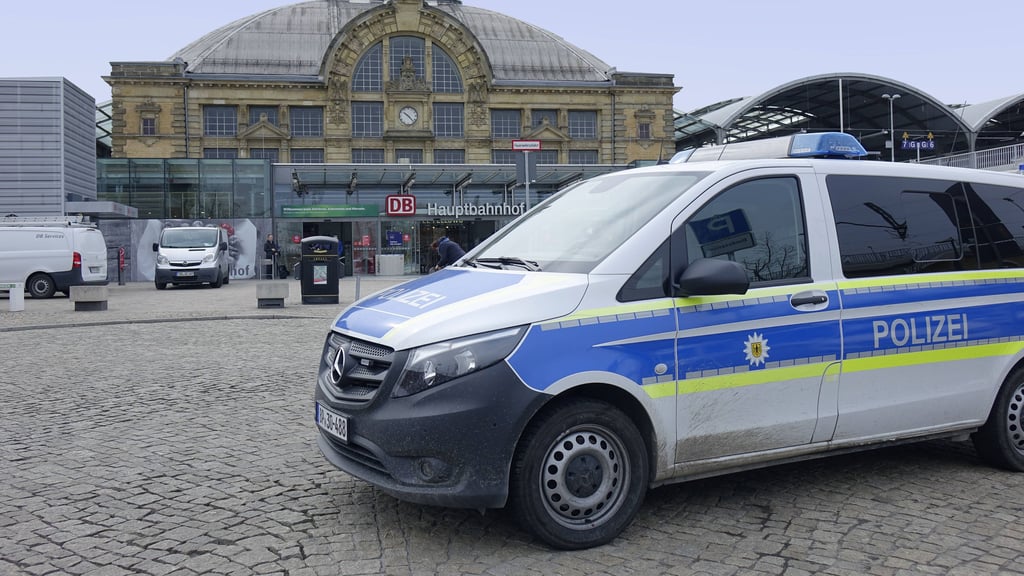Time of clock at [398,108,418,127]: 10:23
